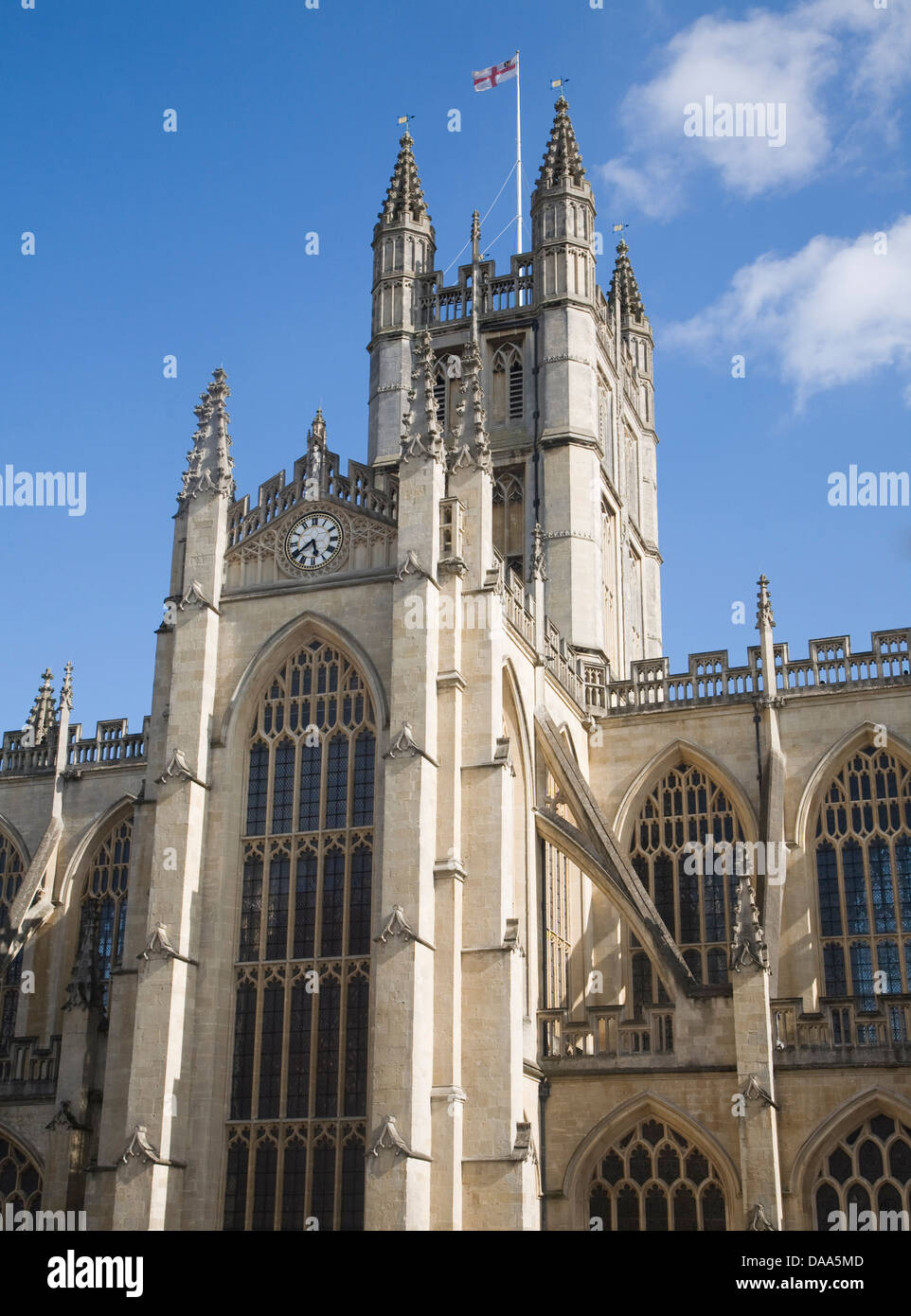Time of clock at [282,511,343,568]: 5:39
